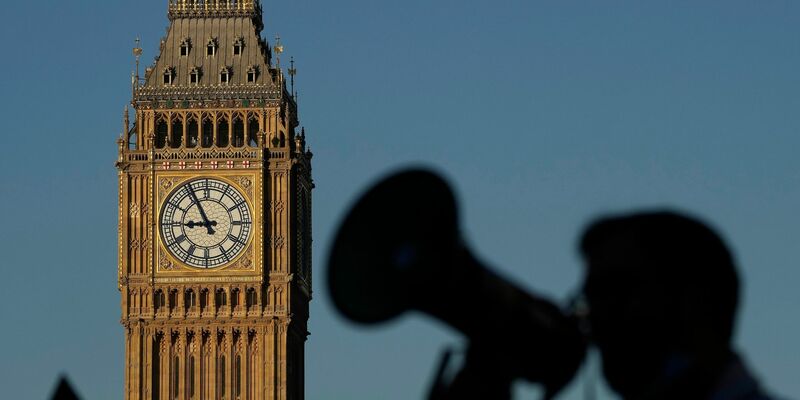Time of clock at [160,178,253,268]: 8:54
